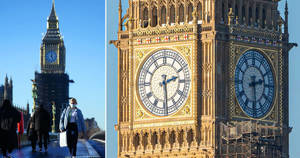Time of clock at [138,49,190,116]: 2:28
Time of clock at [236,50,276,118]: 2:29
